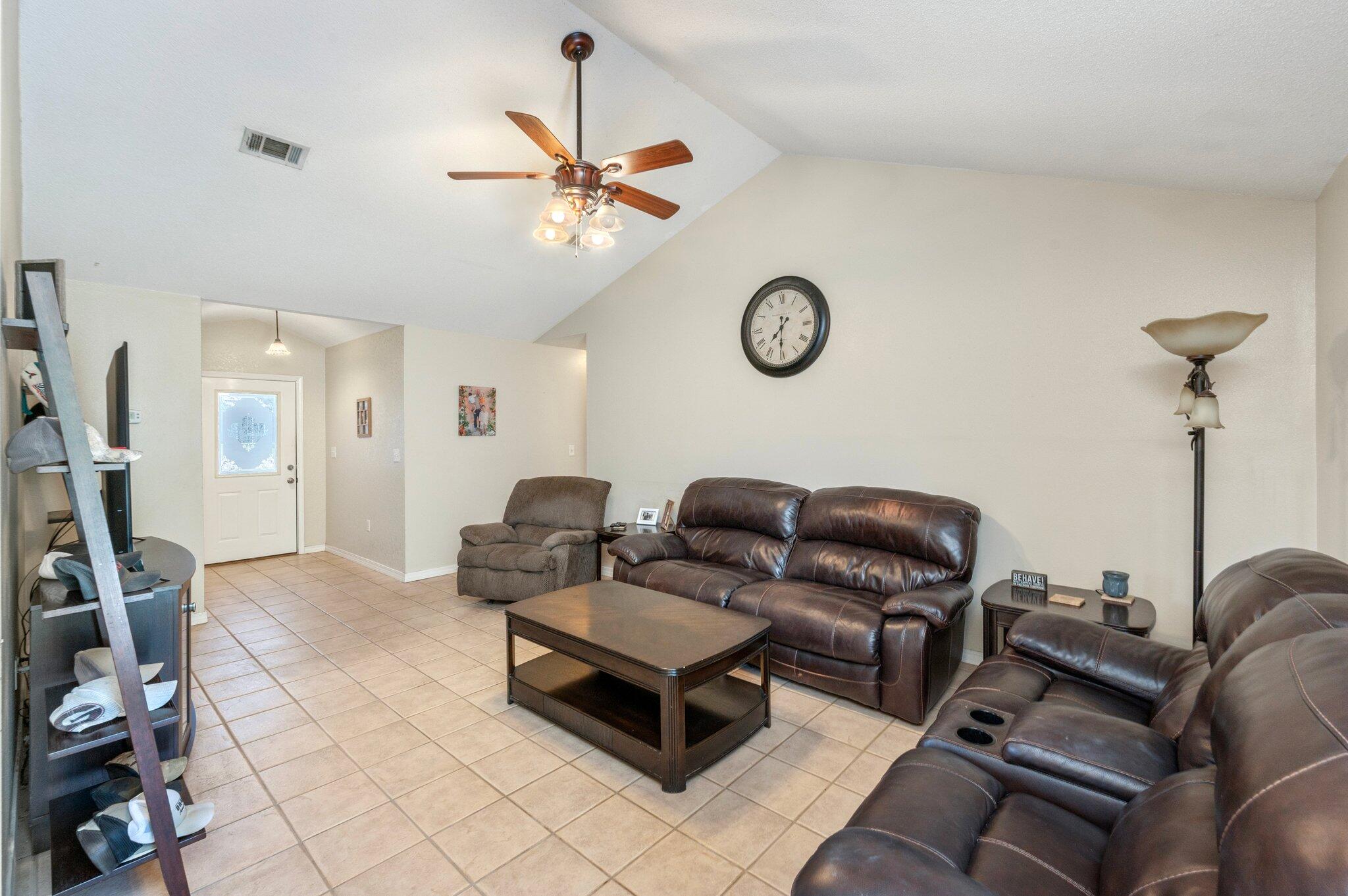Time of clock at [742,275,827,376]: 7:30
